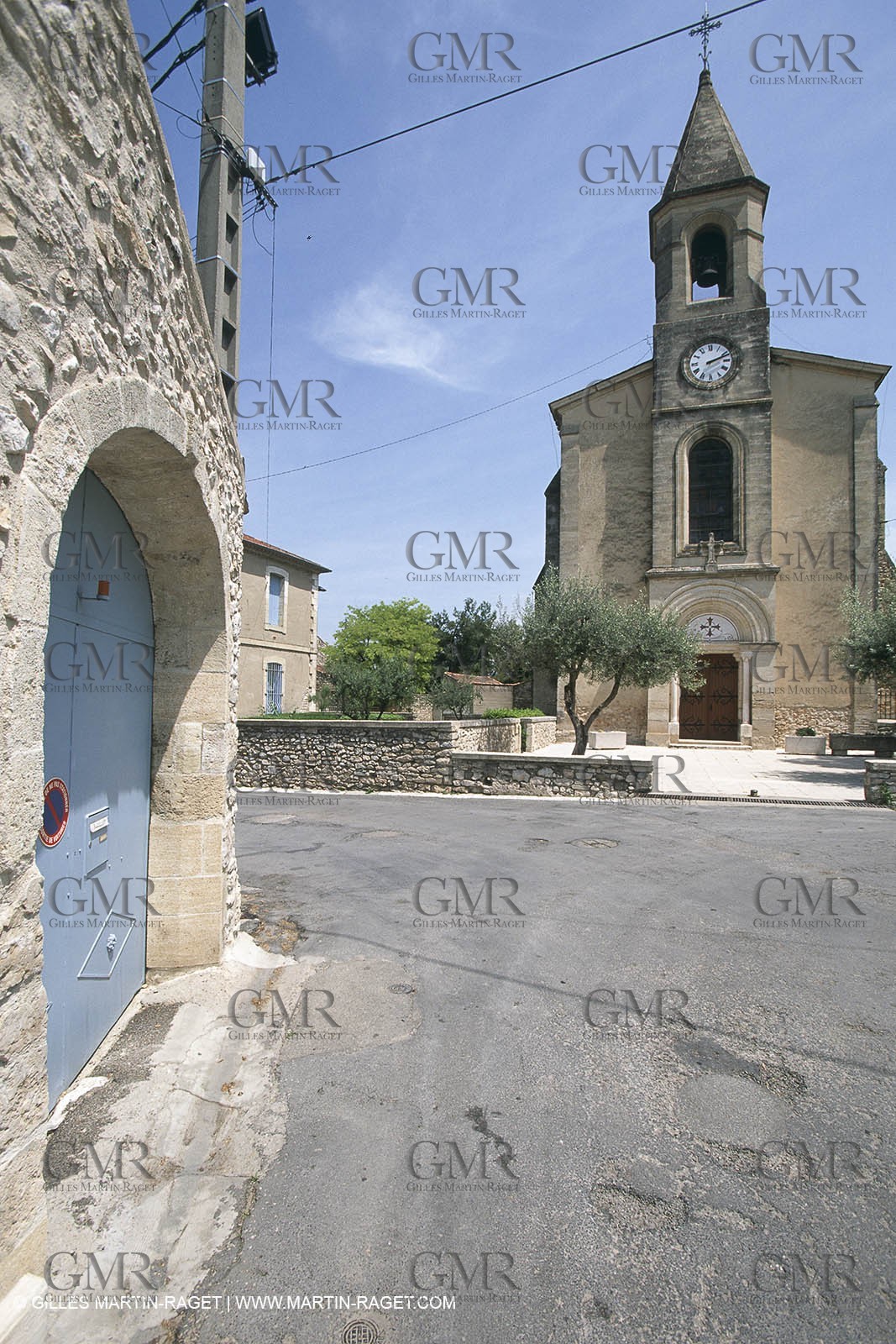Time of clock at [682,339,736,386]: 2:11
